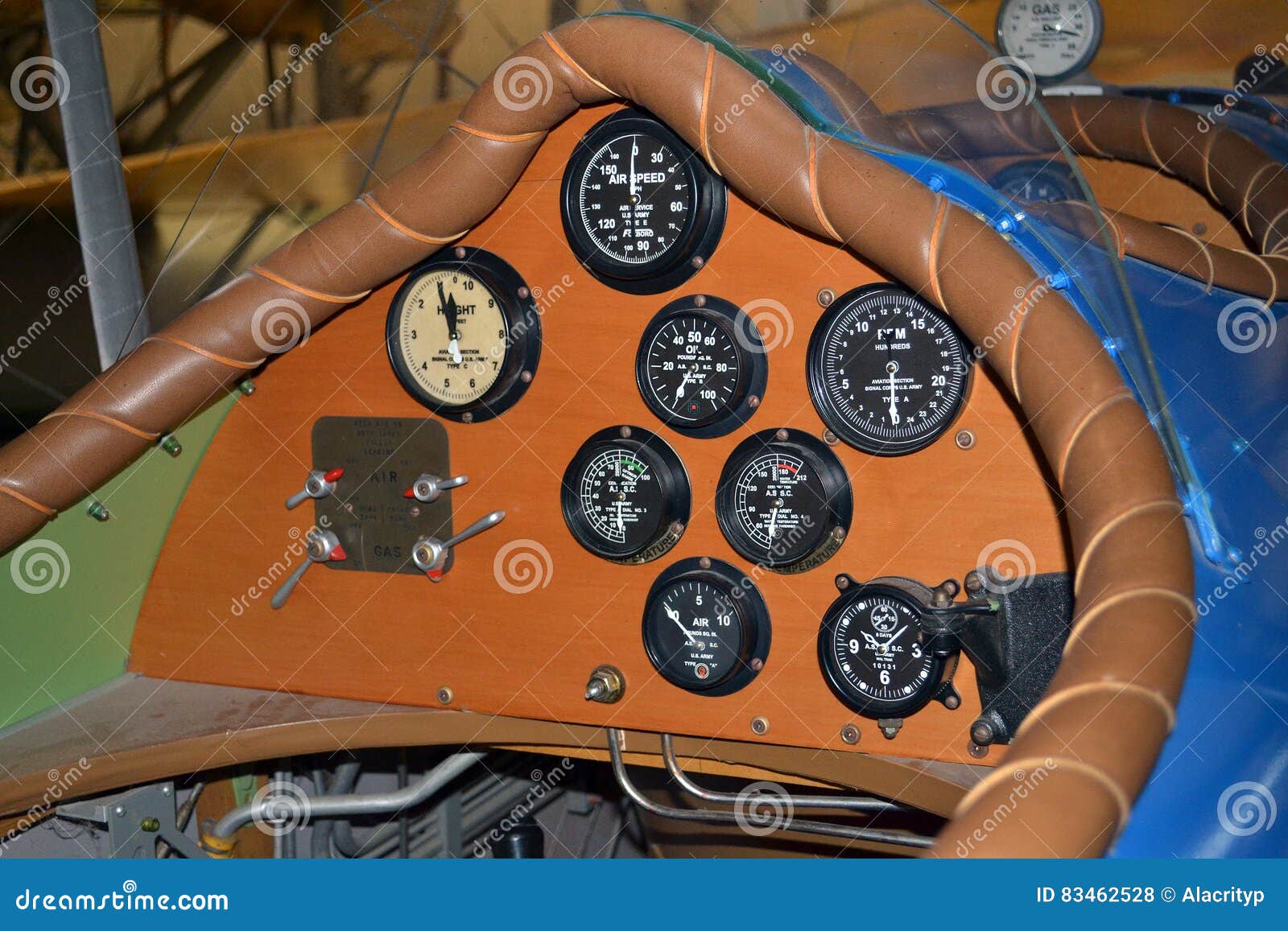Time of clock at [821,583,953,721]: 10:07
